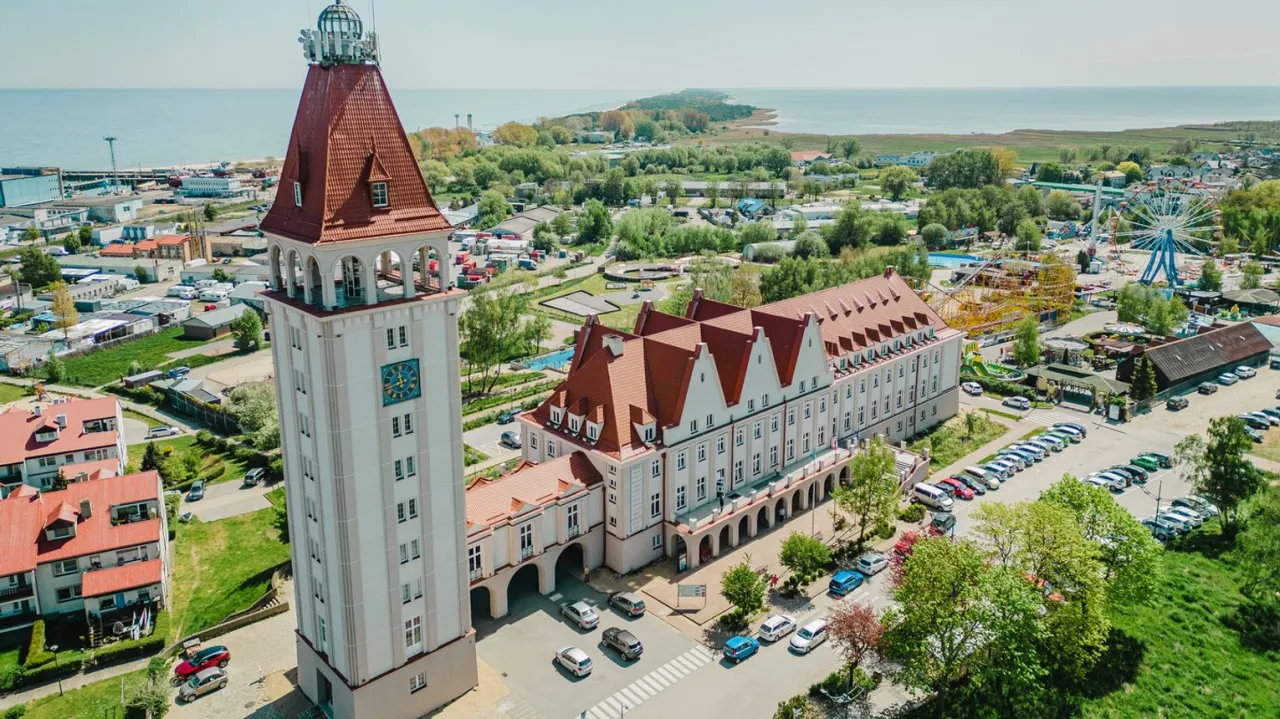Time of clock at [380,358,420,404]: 11:42
